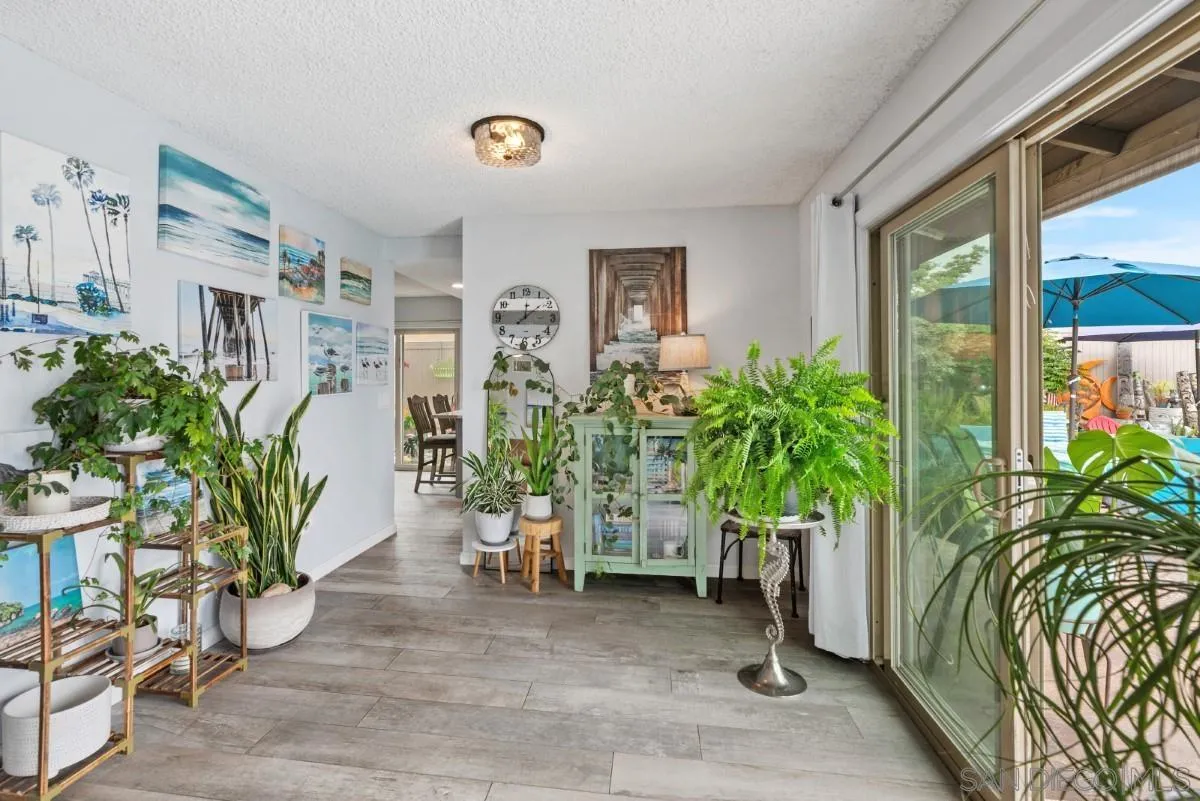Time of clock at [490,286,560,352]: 12:08
